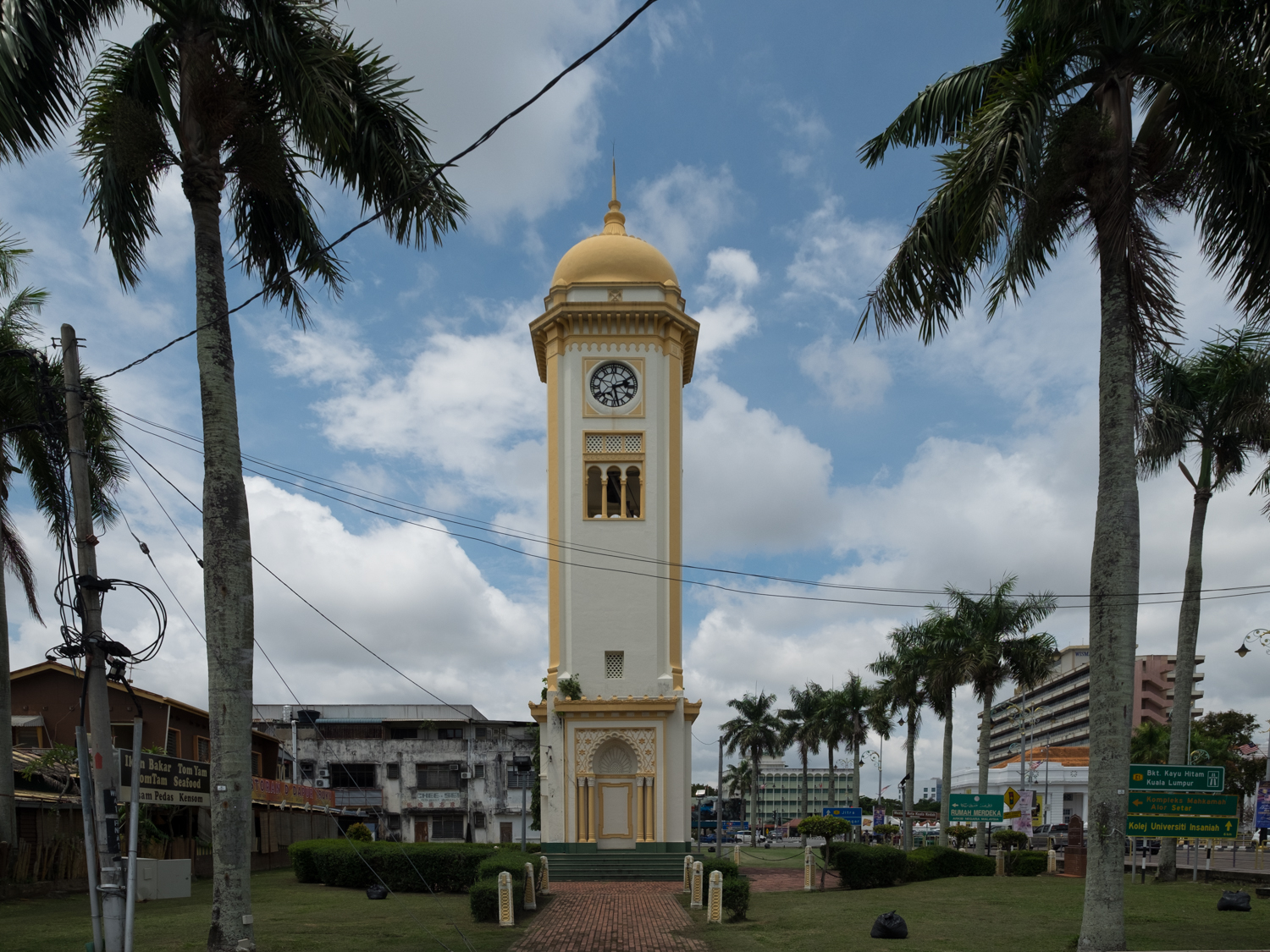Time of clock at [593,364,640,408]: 2:27
